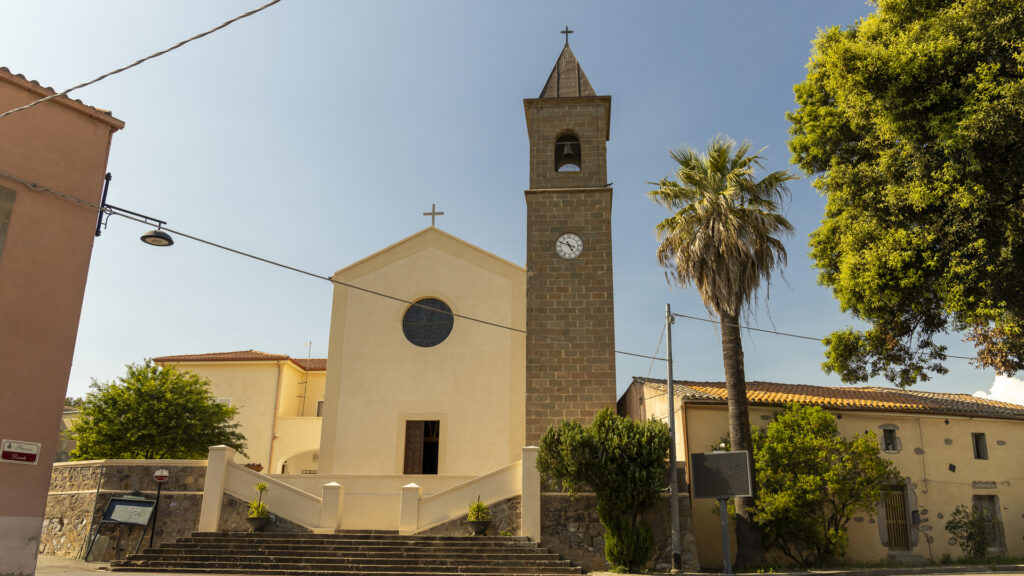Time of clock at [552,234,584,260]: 4:48
